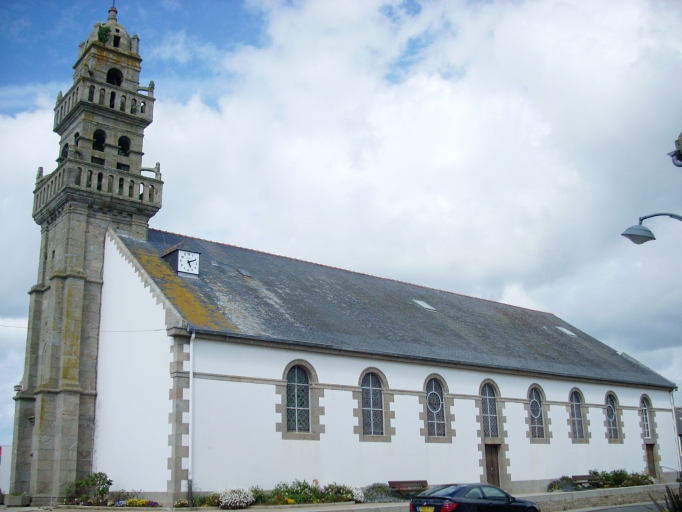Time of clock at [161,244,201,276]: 5:11
